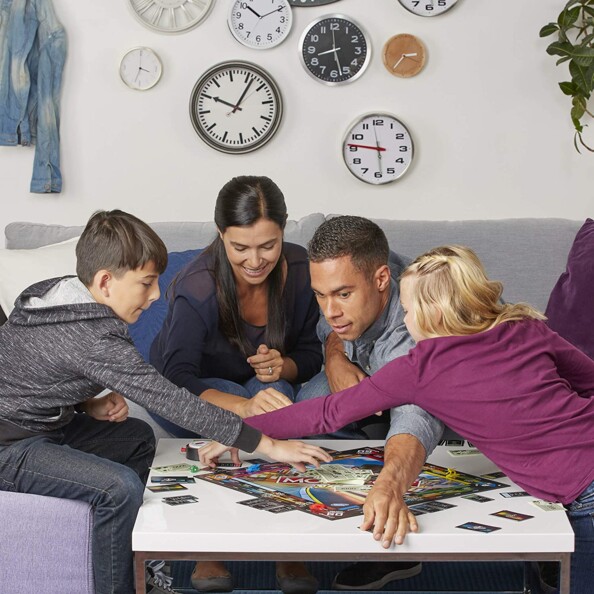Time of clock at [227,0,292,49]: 10:10
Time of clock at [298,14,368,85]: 8:27
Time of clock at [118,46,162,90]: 3:33
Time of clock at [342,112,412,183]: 5:46
